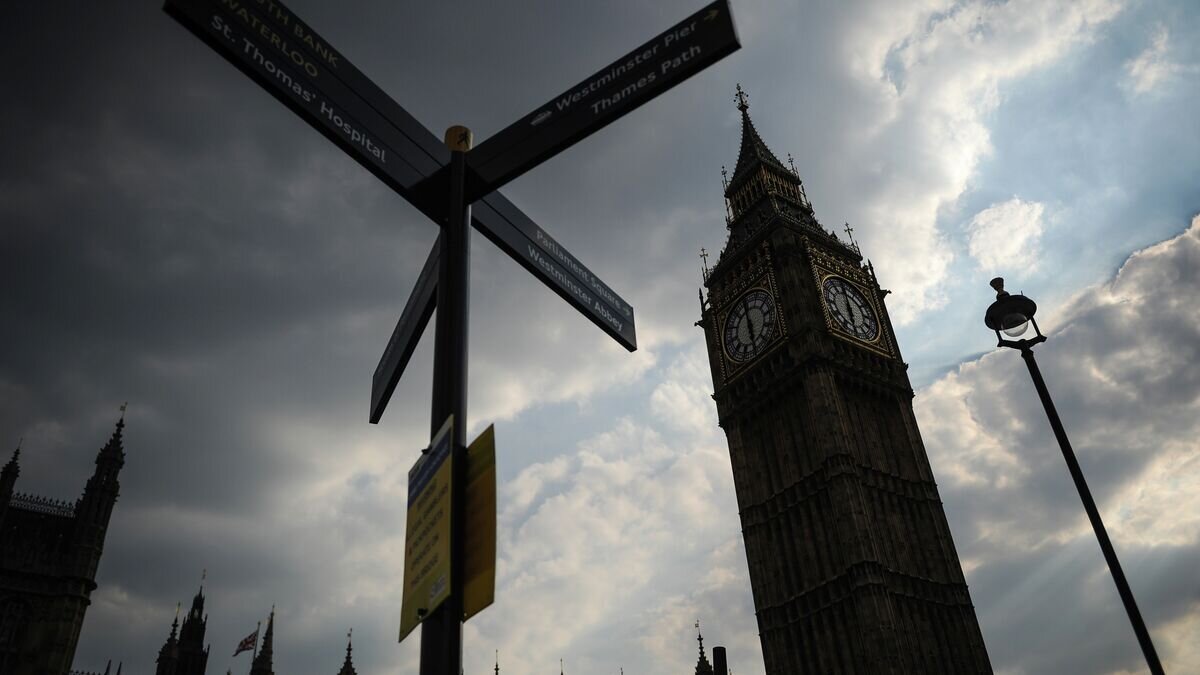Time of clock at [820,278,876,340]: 5:59
